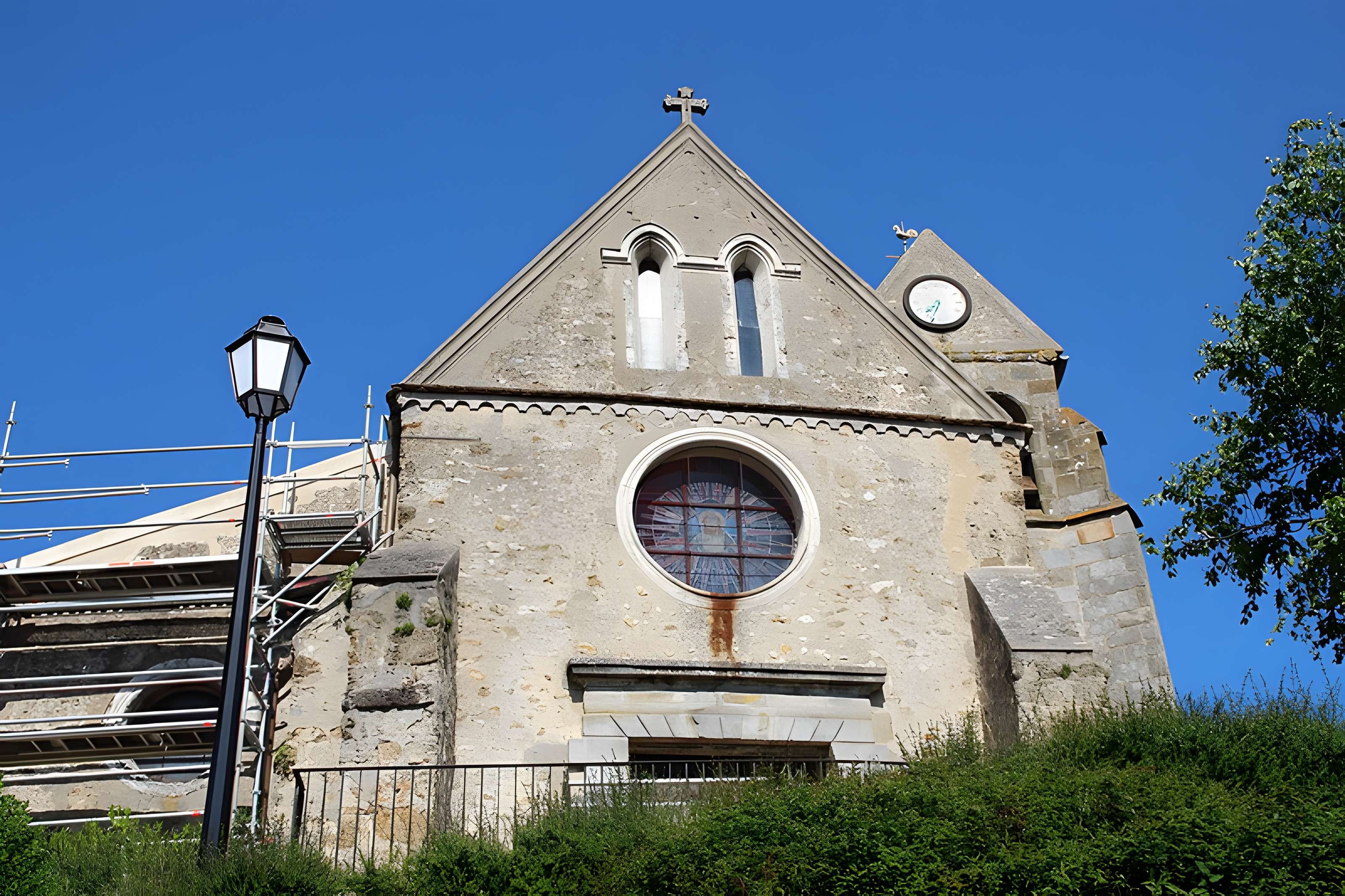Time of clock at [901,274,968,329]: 7:34
